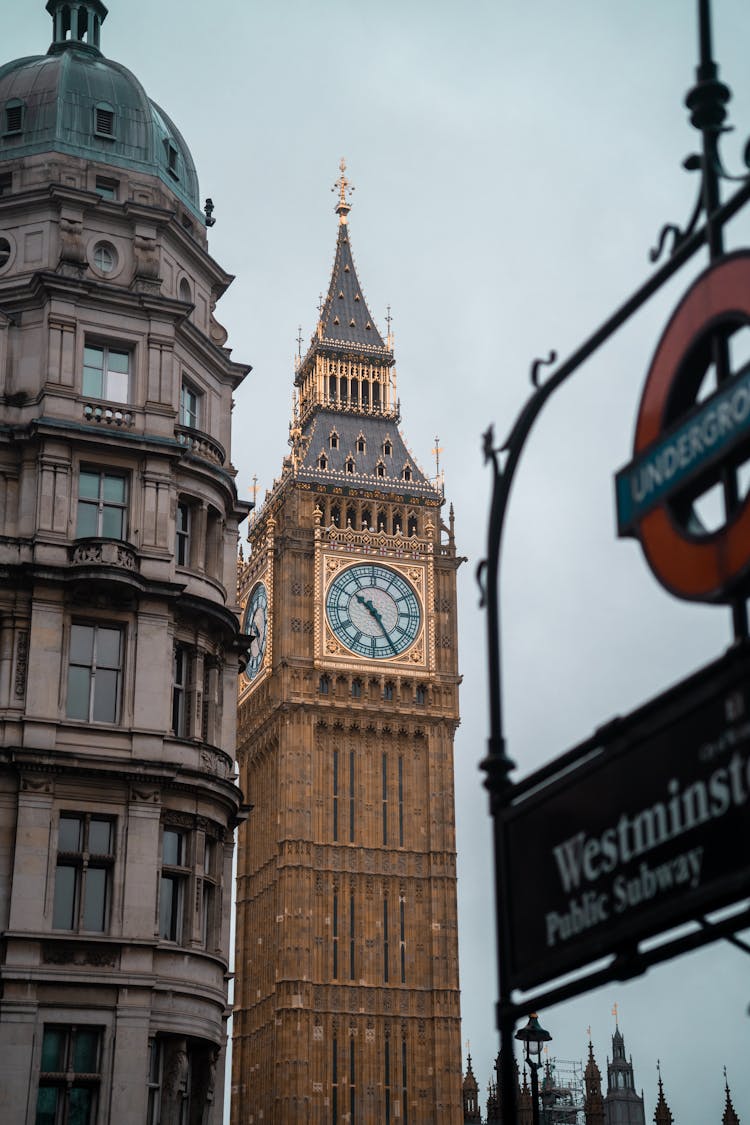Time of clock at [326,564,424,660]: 10:24
